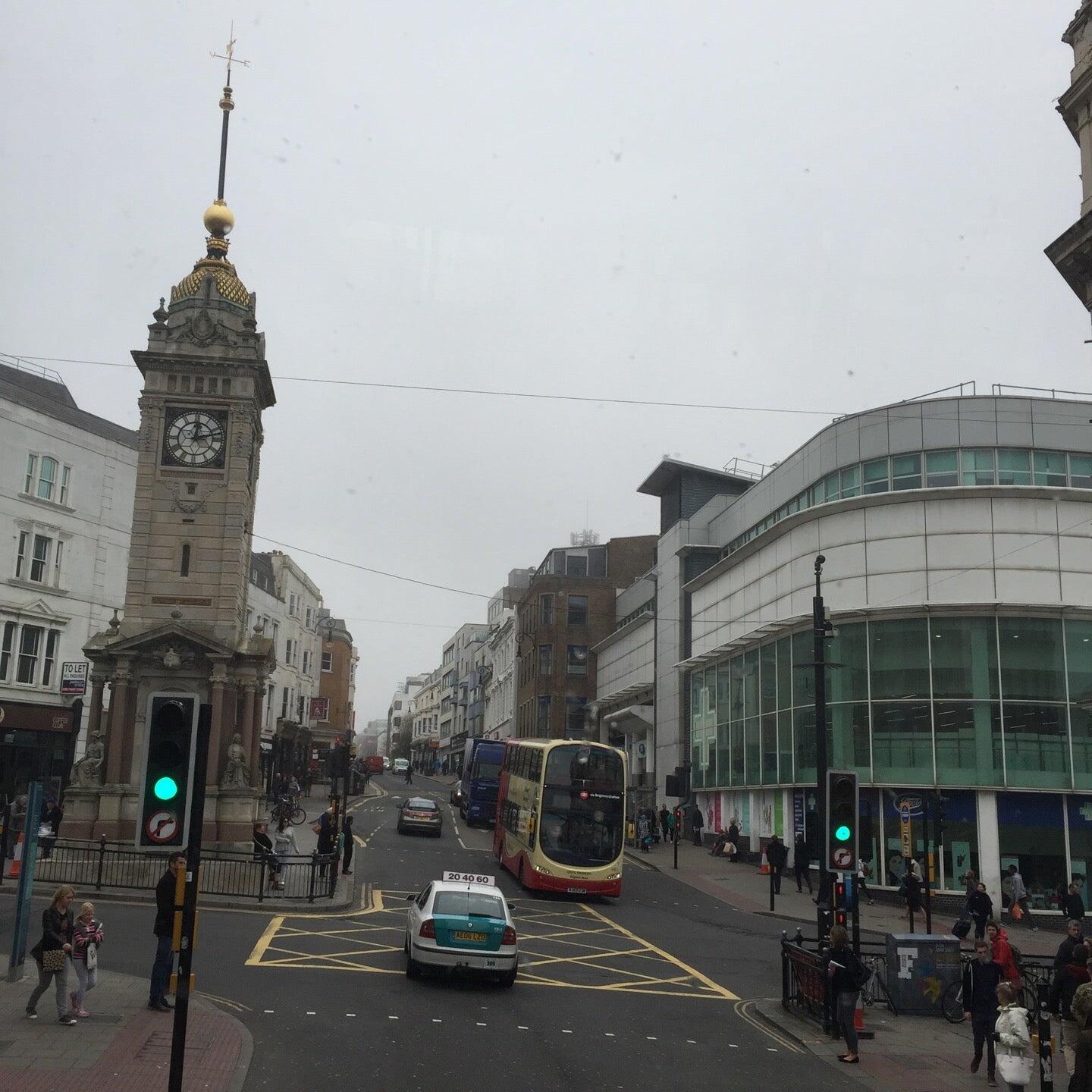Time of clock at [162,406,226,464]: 12:12
